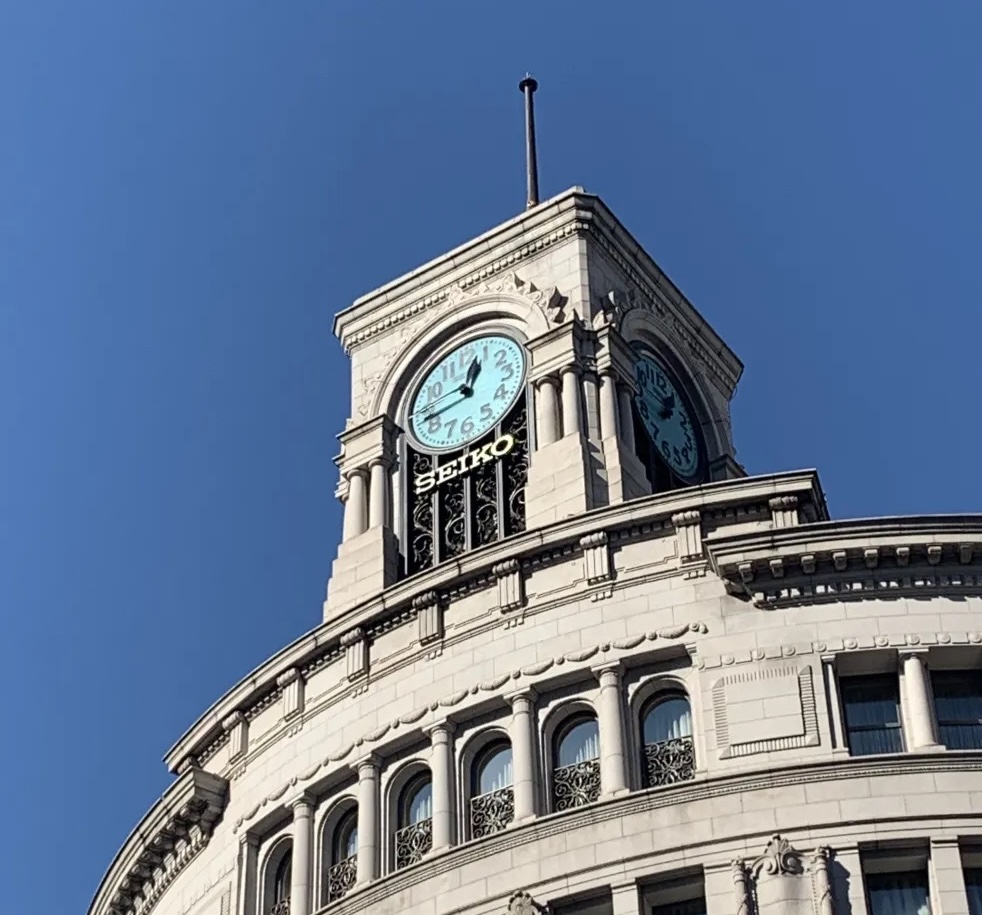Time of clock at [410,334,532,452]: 12:42
